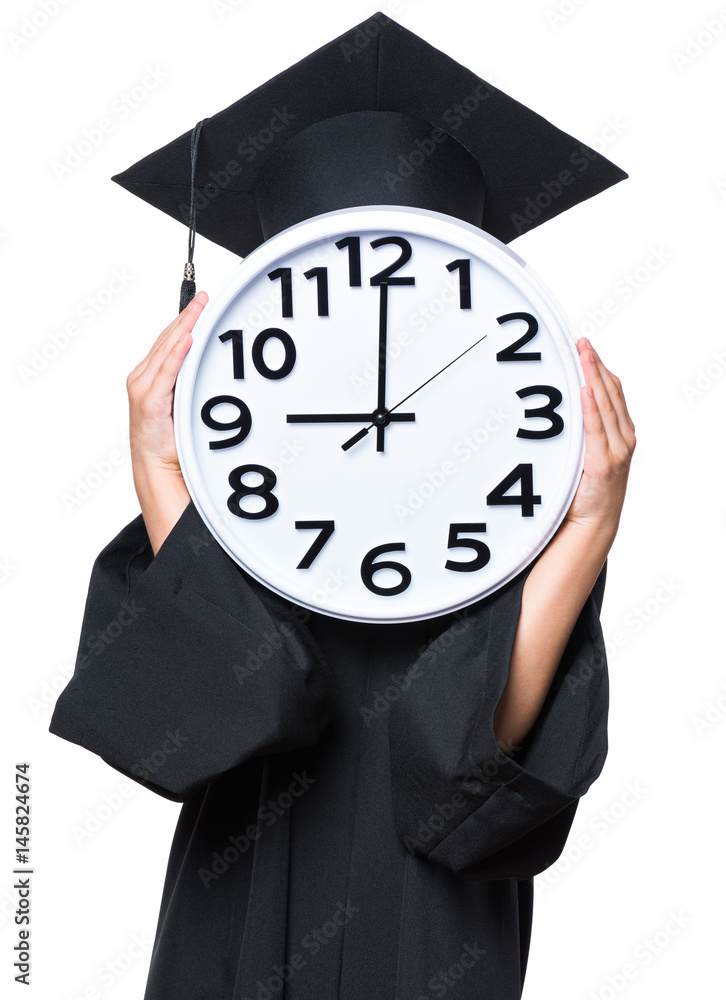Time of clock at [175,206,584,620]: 9:00
